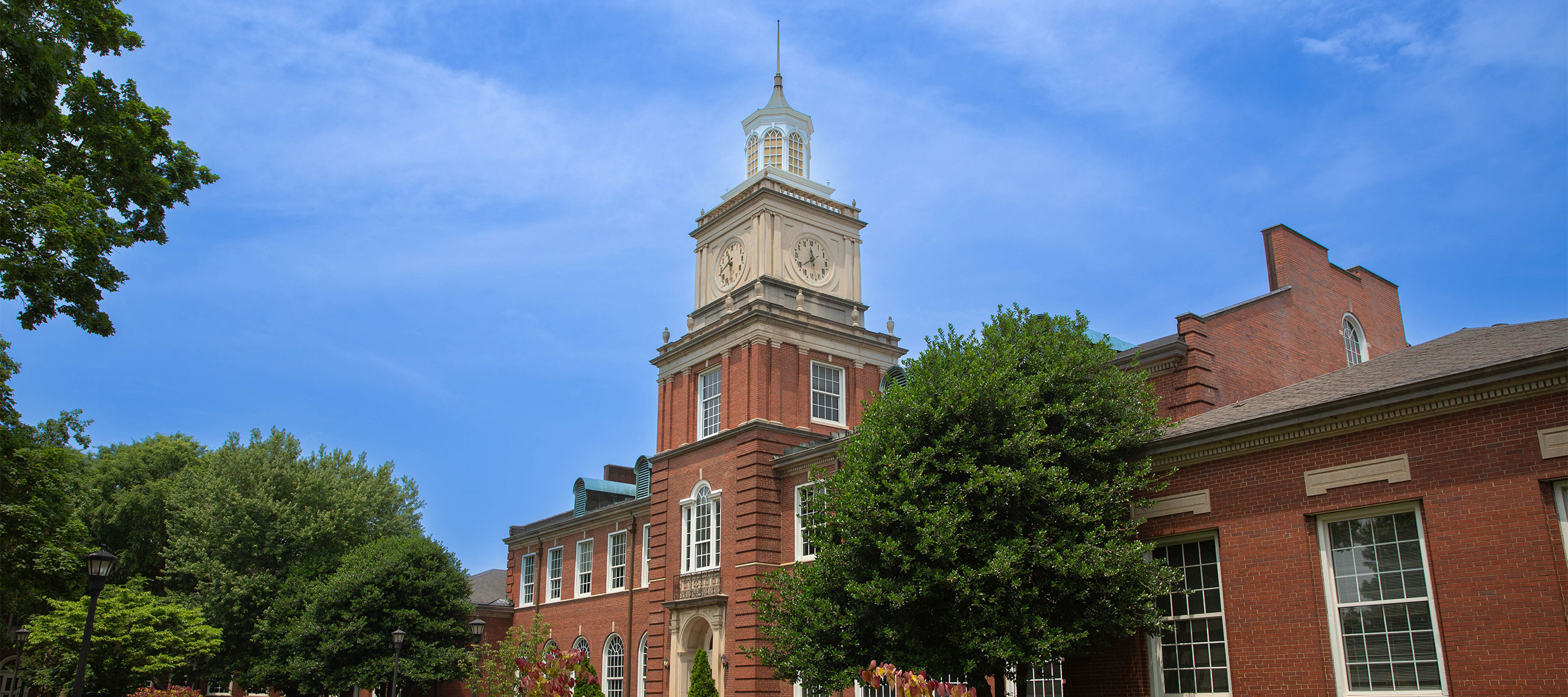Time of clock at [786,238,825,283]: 11:39
